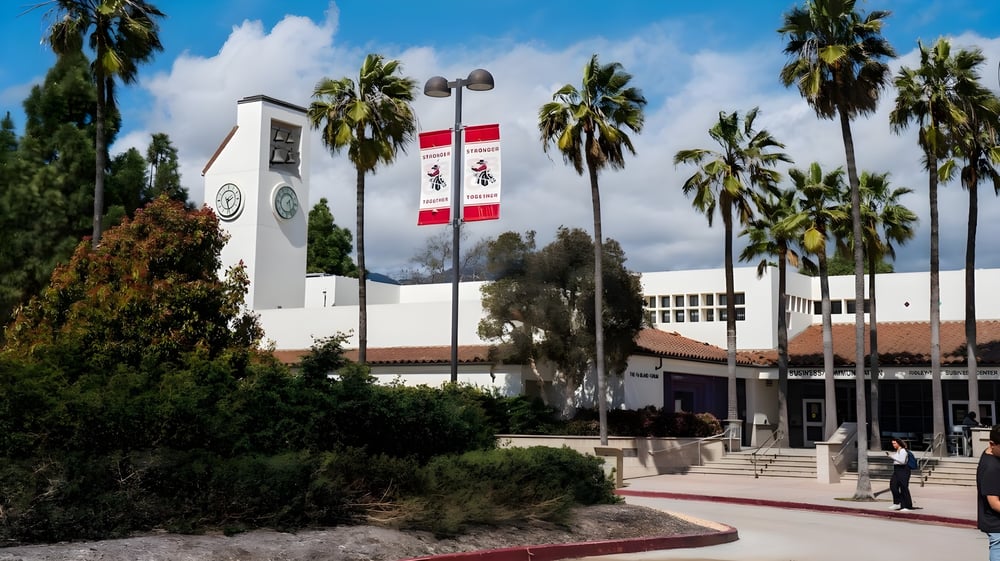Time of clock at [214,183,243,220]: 2:27
